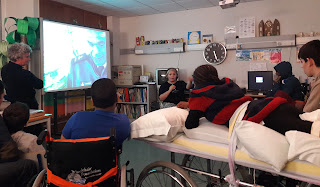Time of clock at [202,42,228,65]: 5:26
